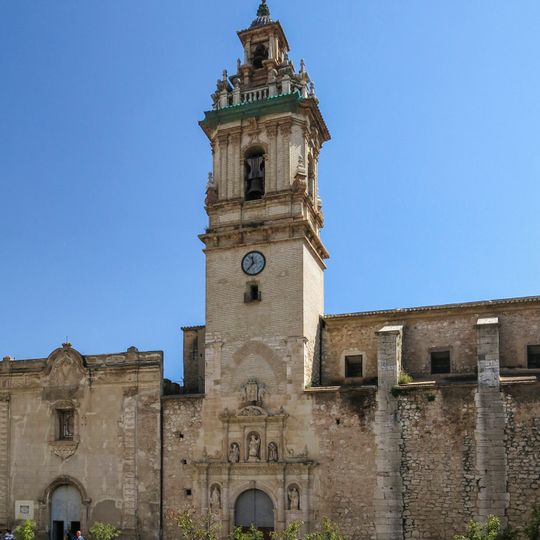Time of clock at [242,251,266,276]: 11:37
